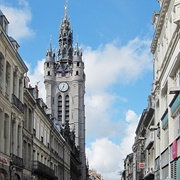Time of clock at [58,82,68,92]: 12:34
